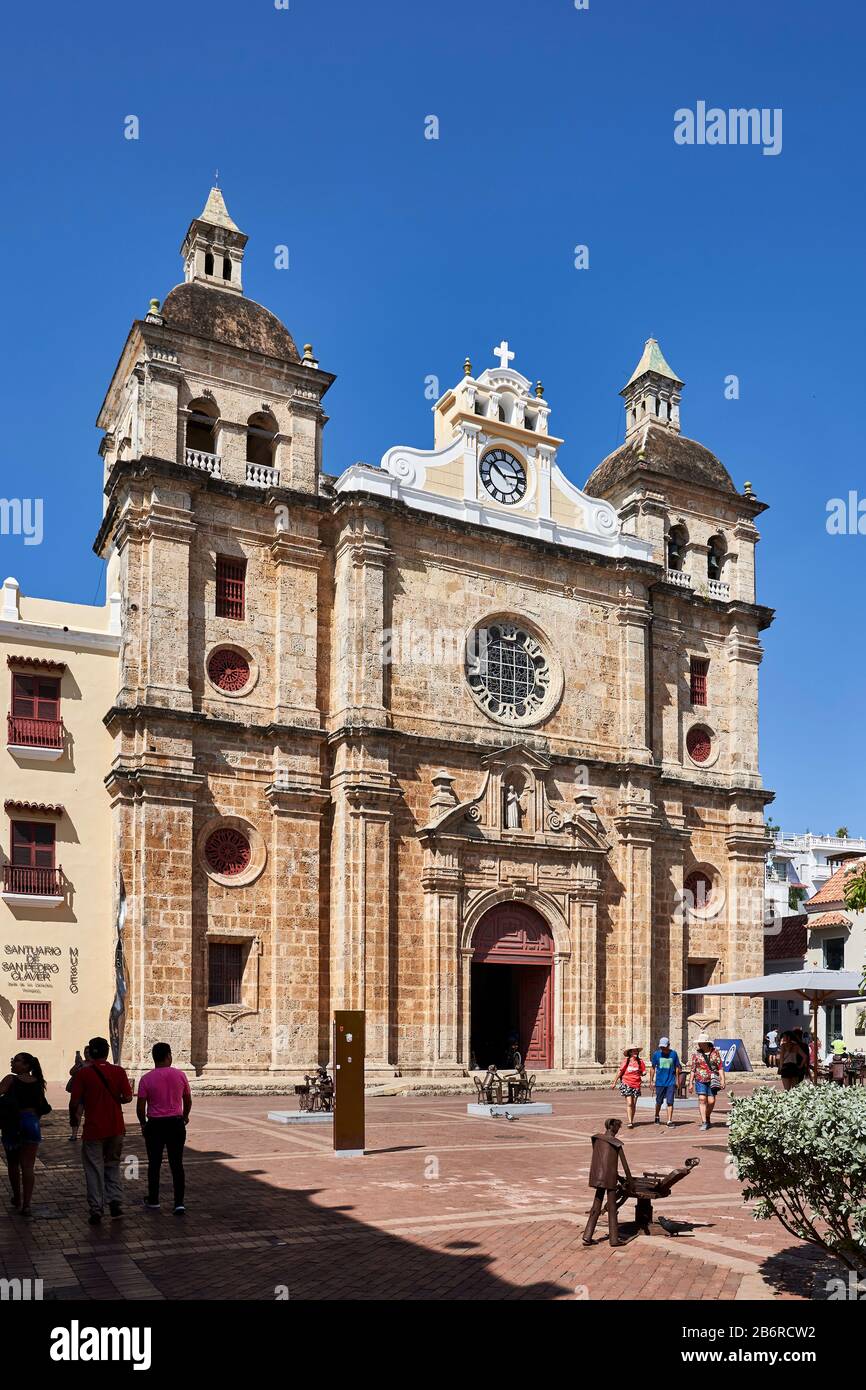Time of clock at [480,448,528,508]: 10:13
